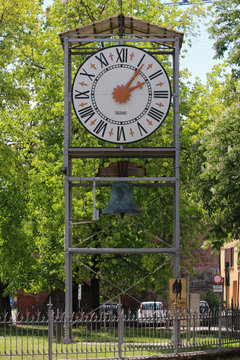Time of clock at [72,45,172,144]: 2:05
